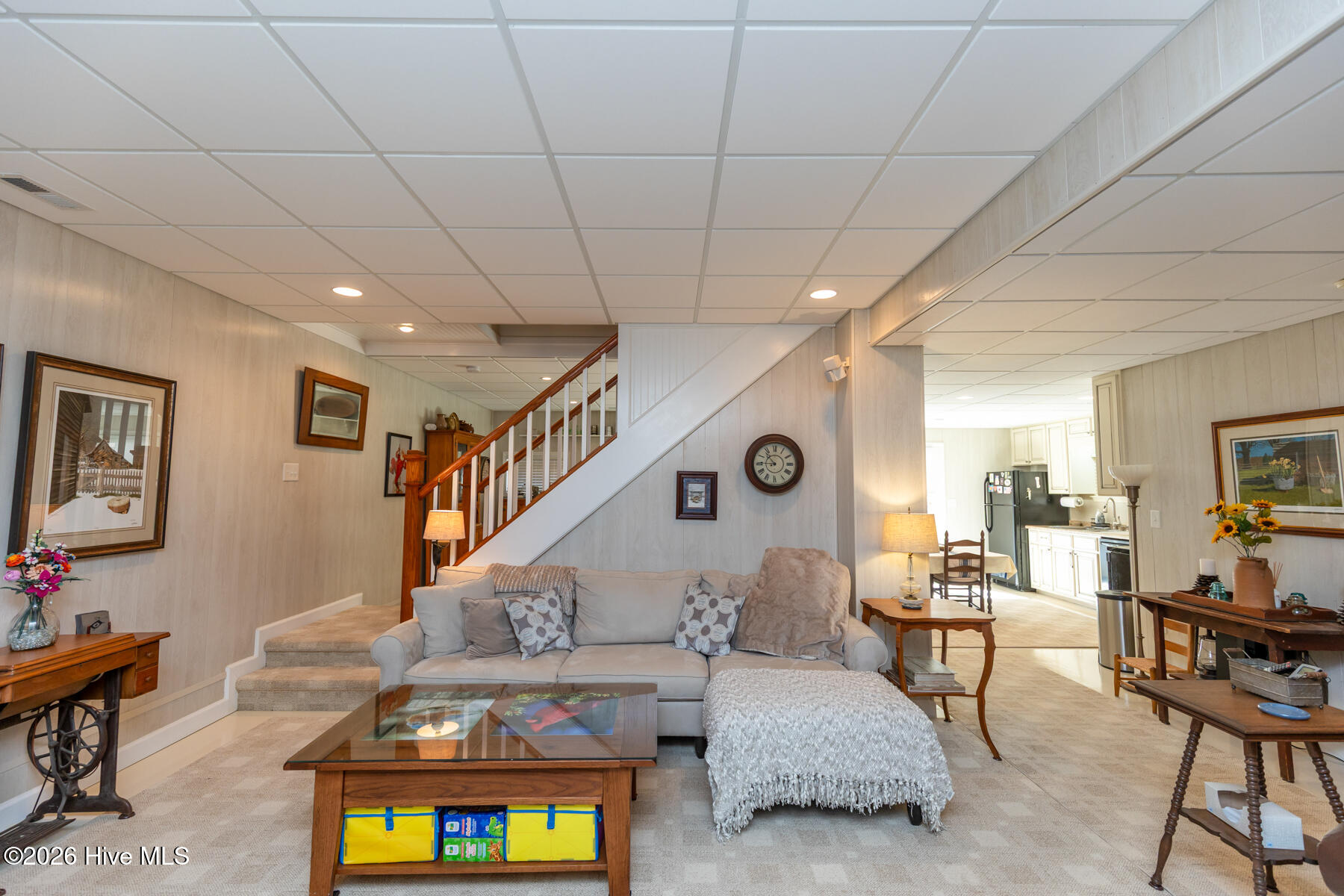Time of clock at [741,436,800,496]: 10:45
